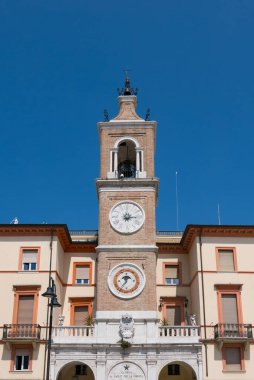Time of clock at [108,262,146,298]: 11:35
